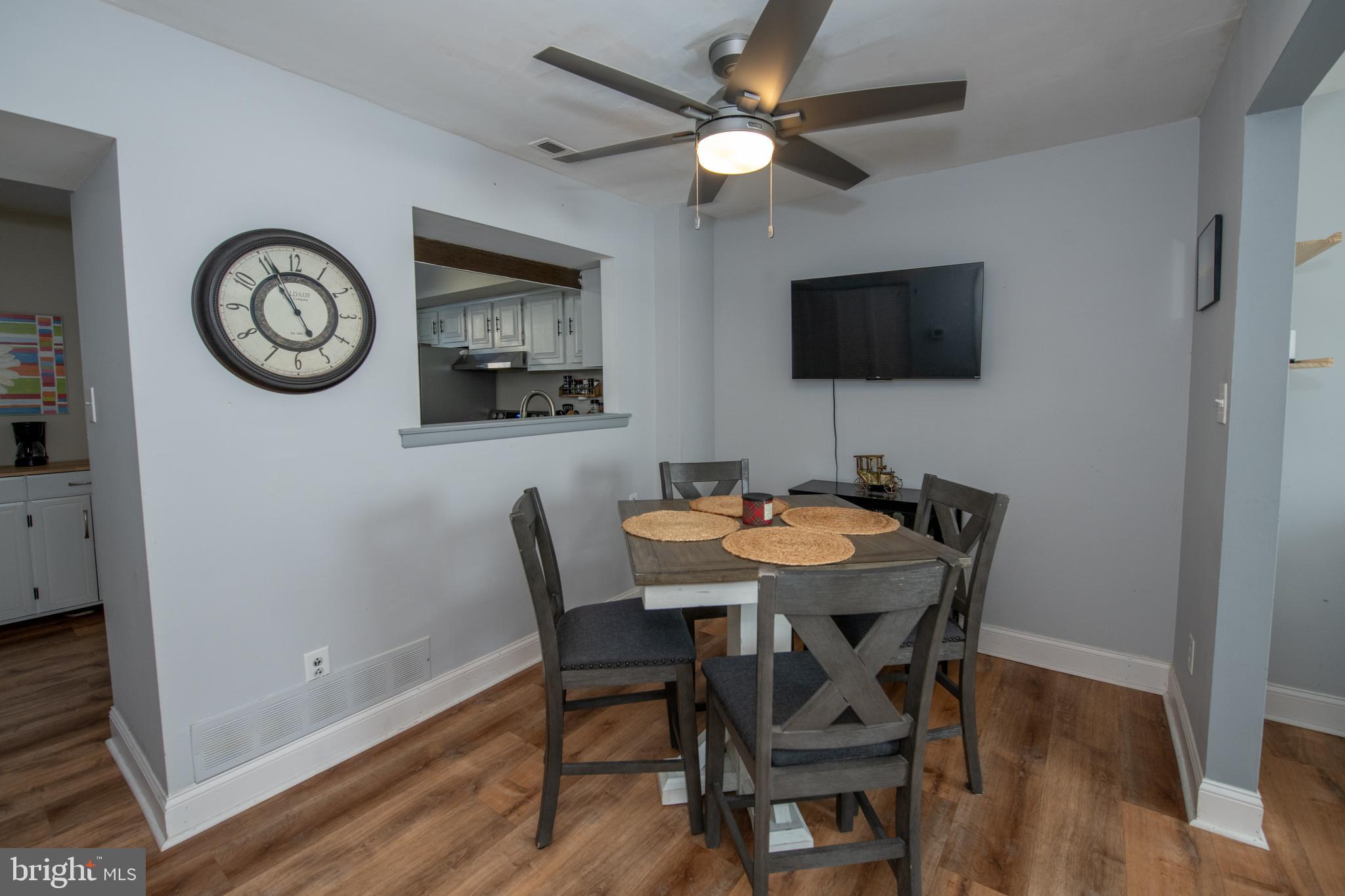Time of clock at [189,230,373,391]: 4:55
